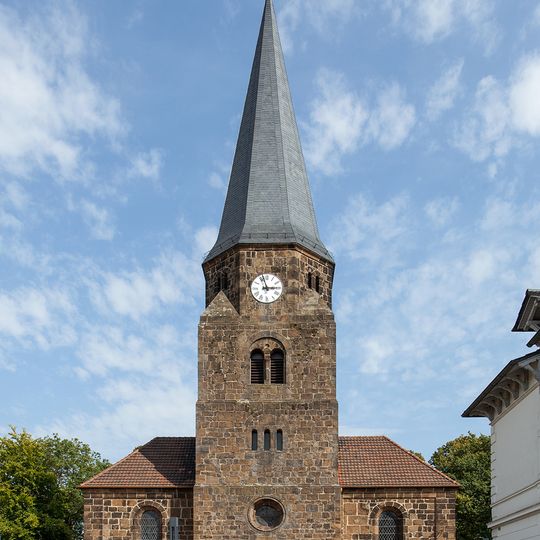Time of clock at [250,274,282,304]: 2:57
